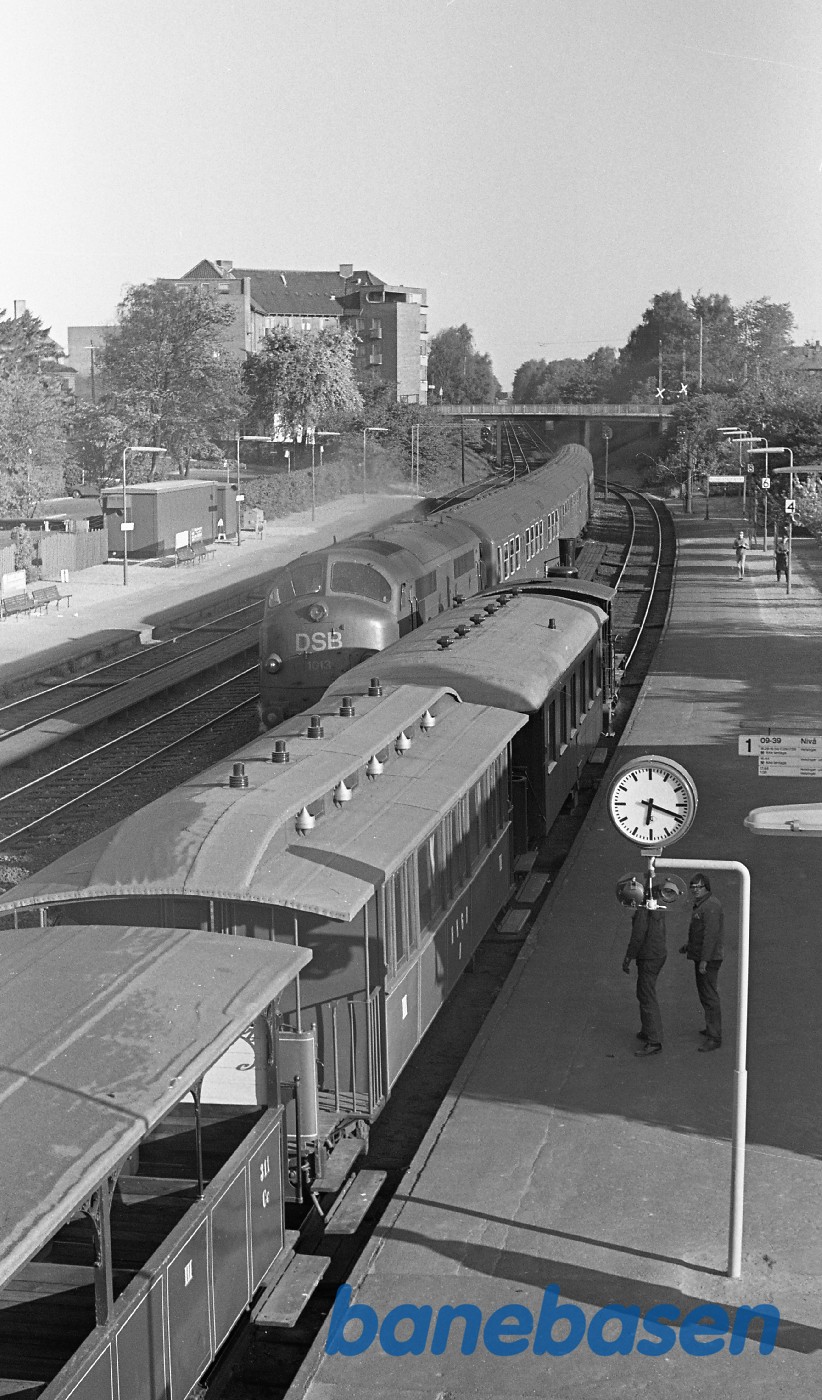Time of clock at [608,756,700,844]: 6:18
